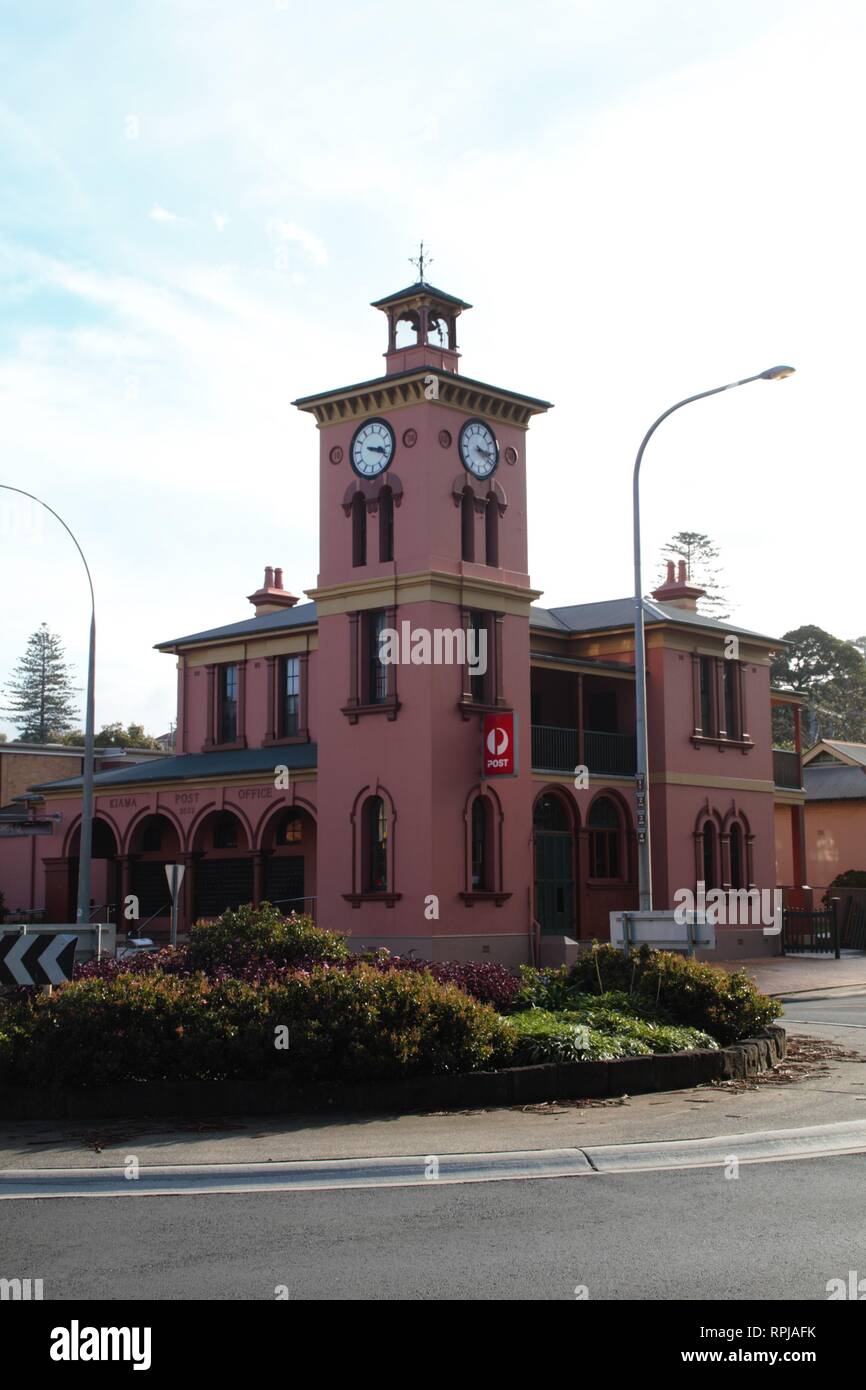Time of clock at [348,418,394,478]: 3:18
